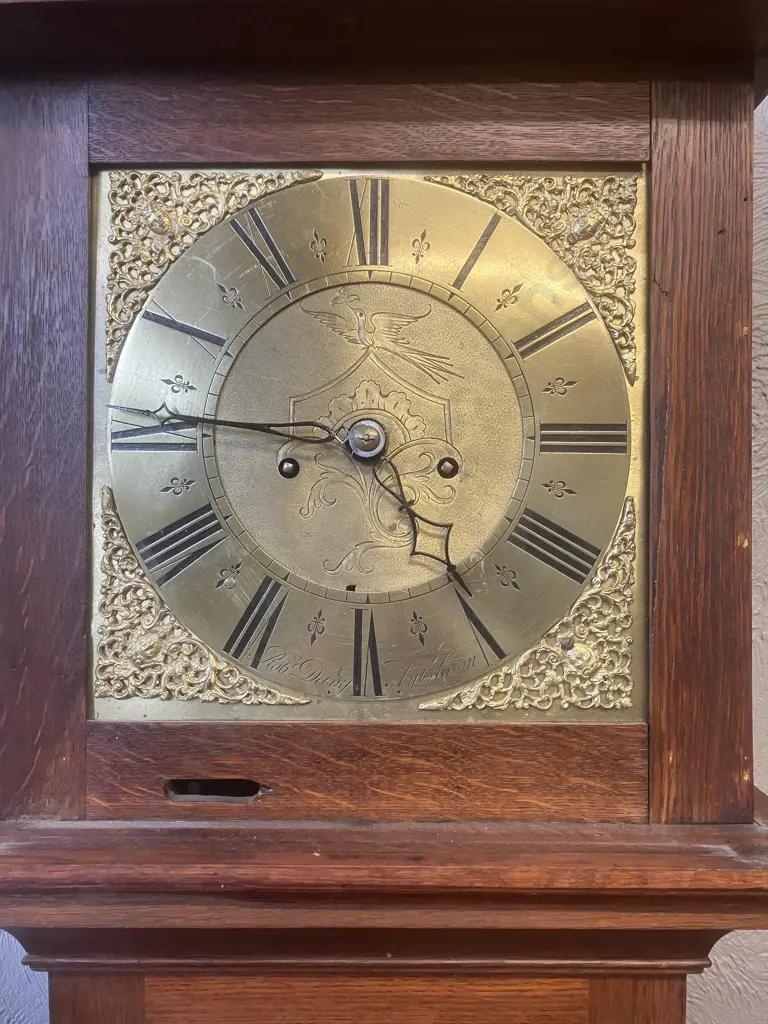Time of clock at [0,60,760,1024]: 4:45
